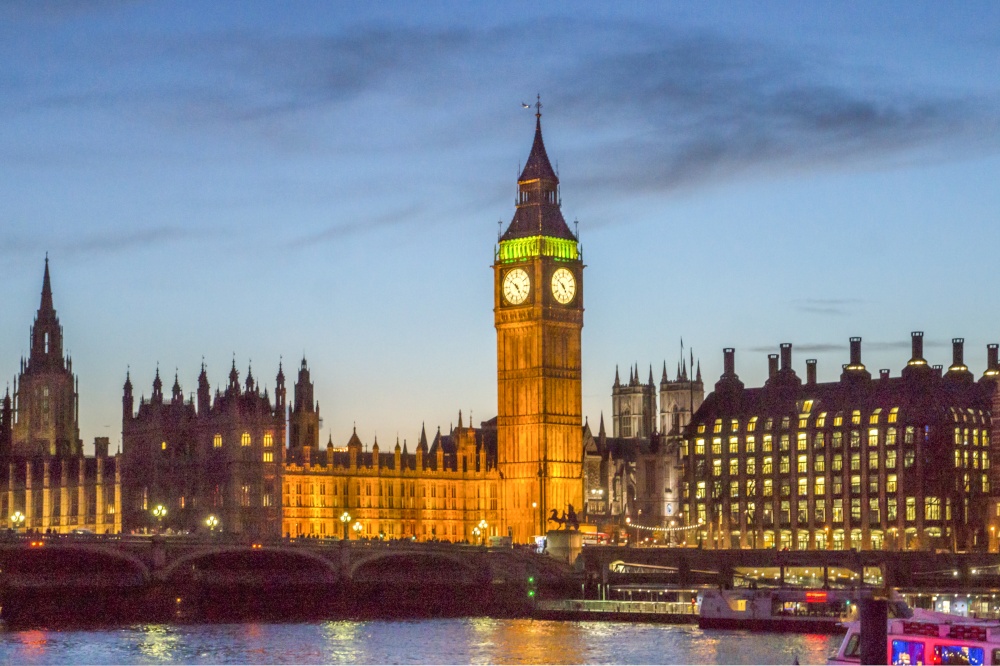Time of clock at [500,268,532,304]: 4:51
